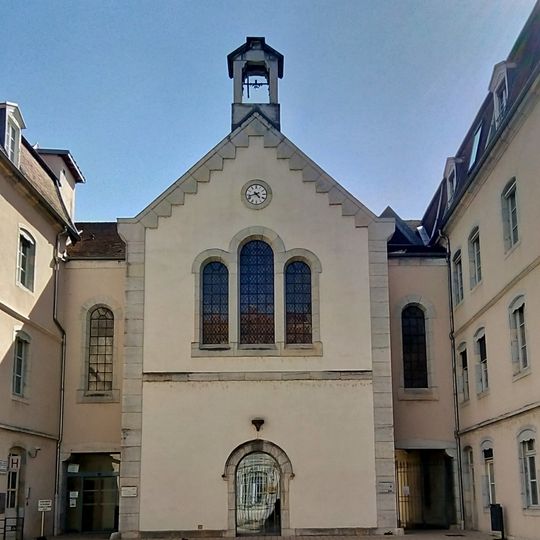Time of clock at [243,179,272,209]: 4:42
